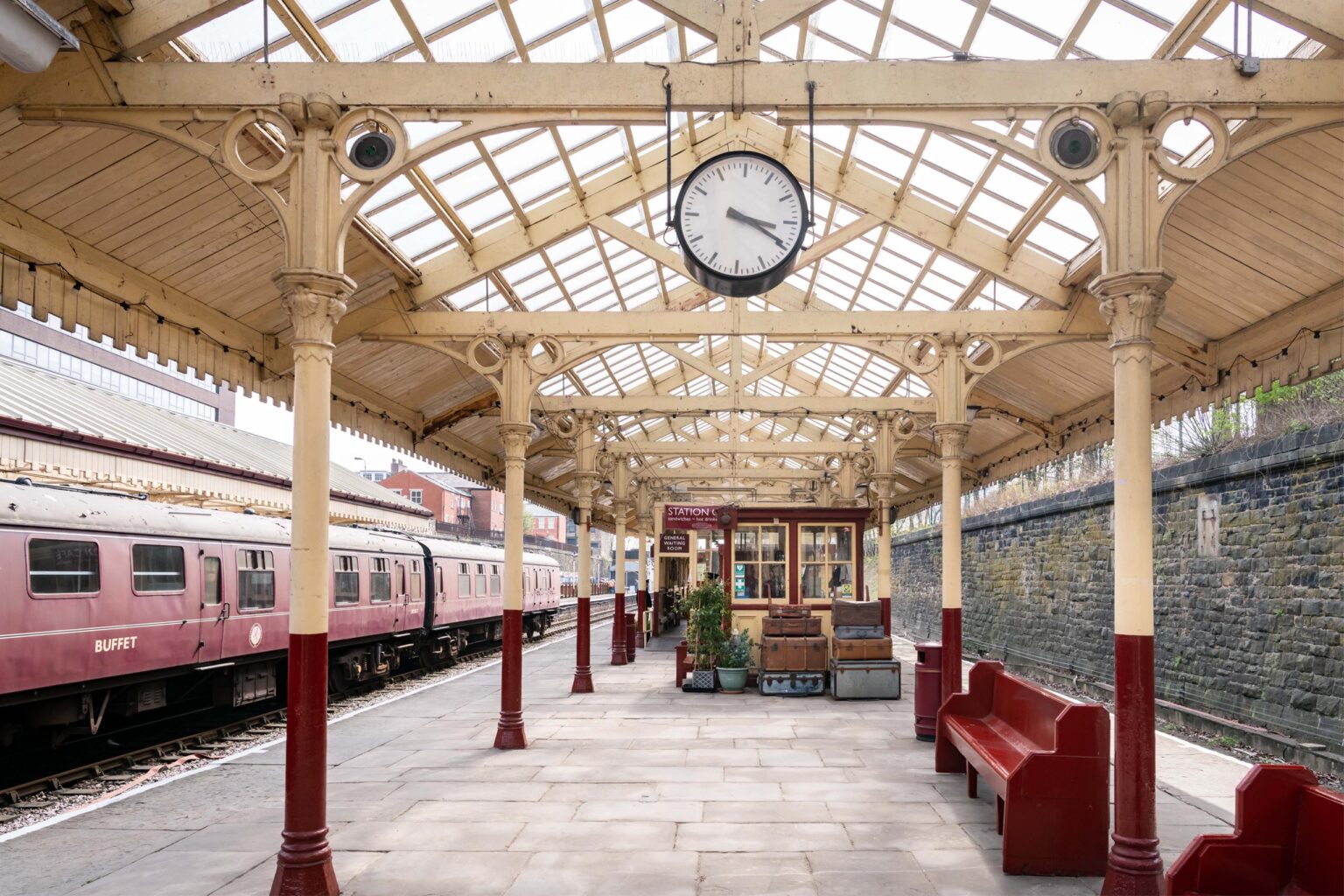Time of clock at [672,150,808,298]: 3:19
